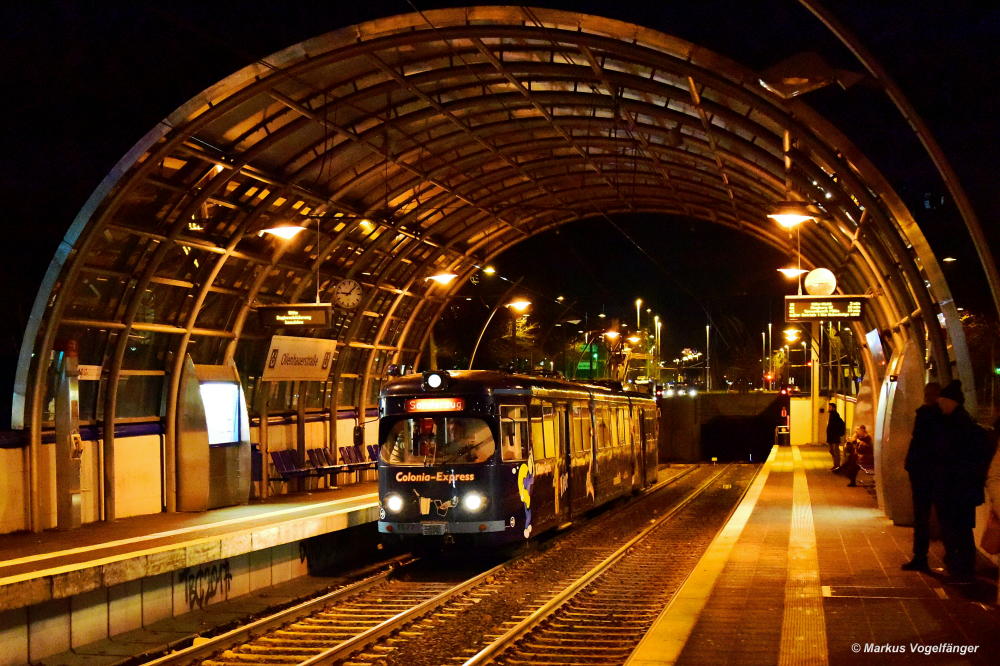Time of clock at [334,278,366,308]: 9:07
